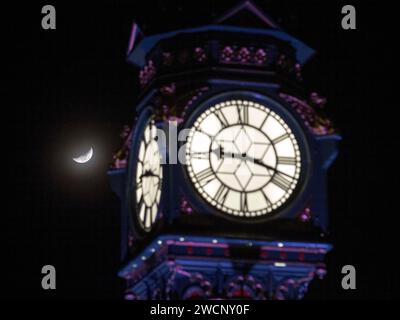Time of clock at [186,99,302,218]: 9:18
